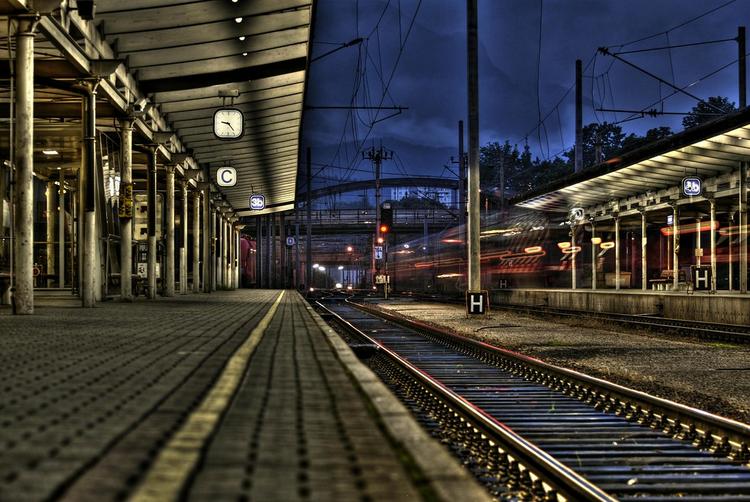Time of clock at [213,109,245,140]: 9:23
